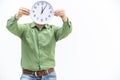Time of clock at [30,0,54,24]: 12:05
